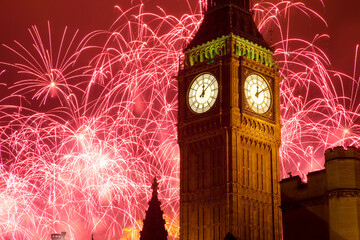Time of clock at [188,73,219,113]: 12:07
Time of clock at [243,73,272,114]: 12:09
